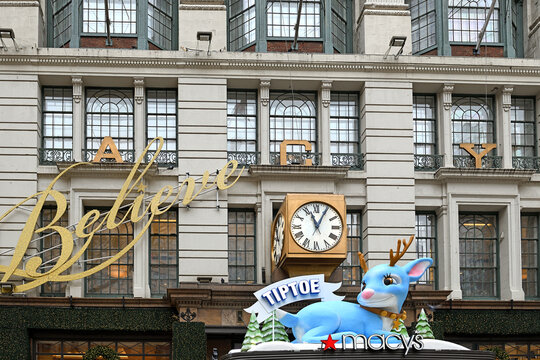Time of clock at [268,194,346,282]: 11:04
